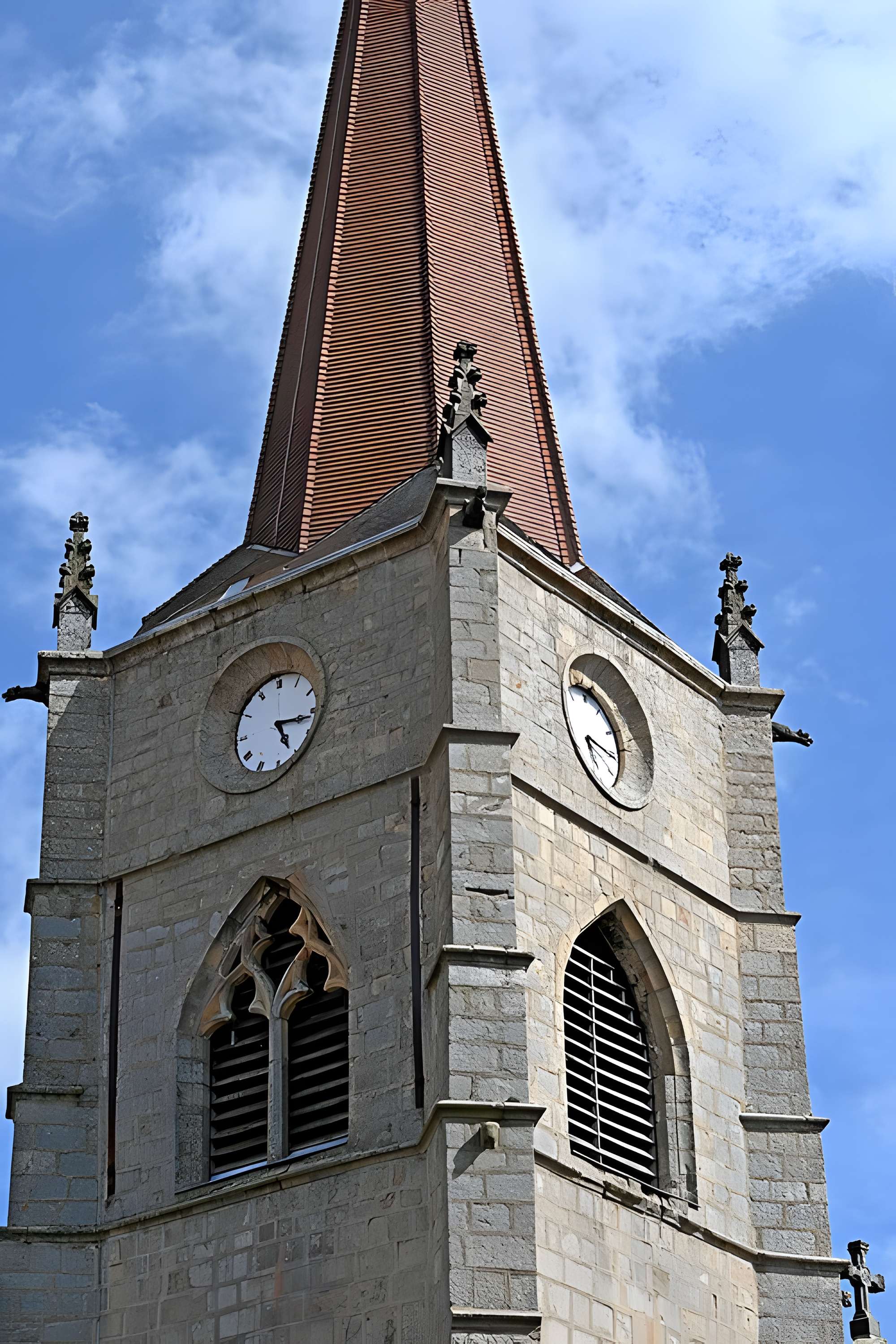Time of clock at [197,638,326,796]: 5:16
